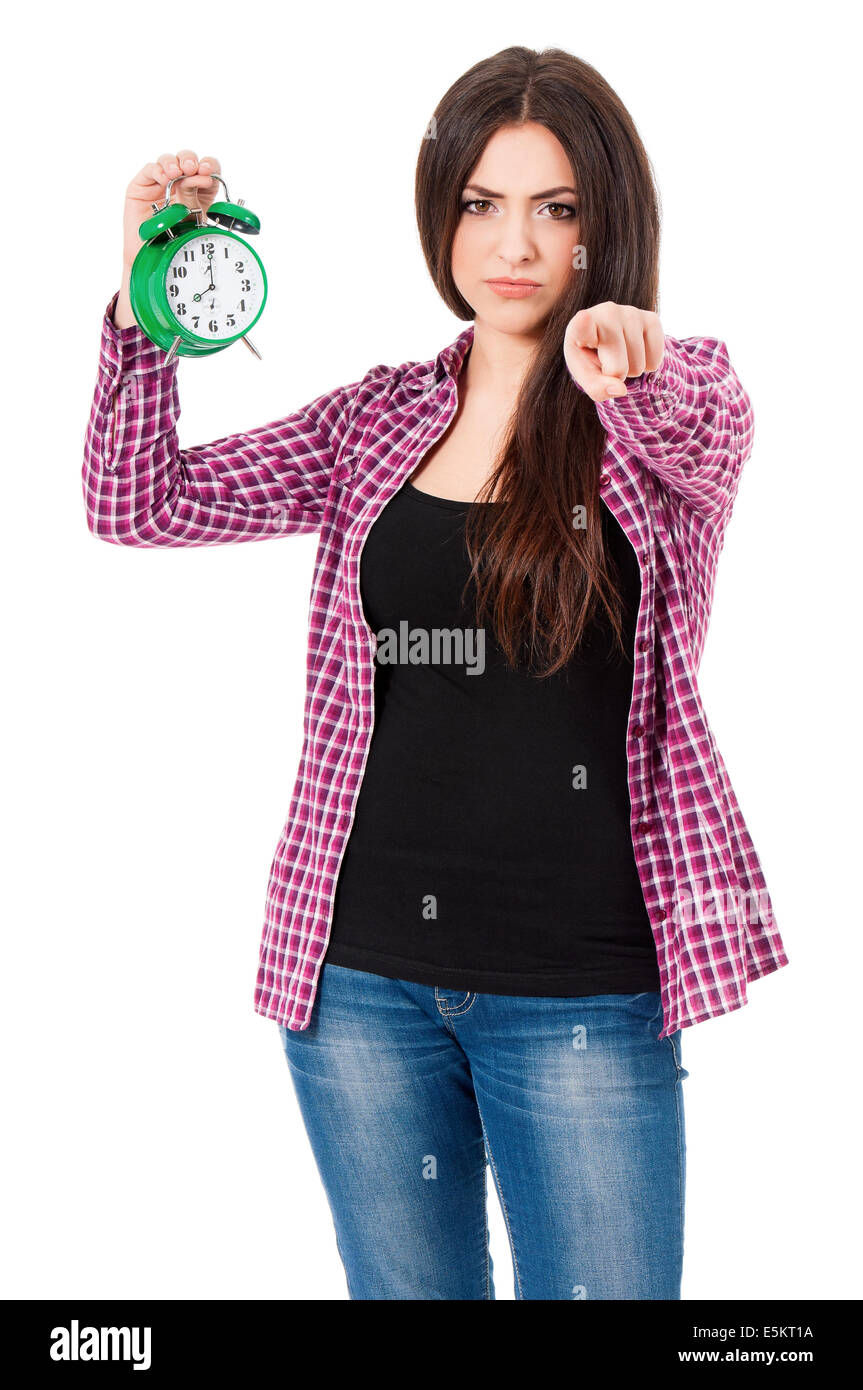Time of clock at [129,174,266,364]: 8:00
